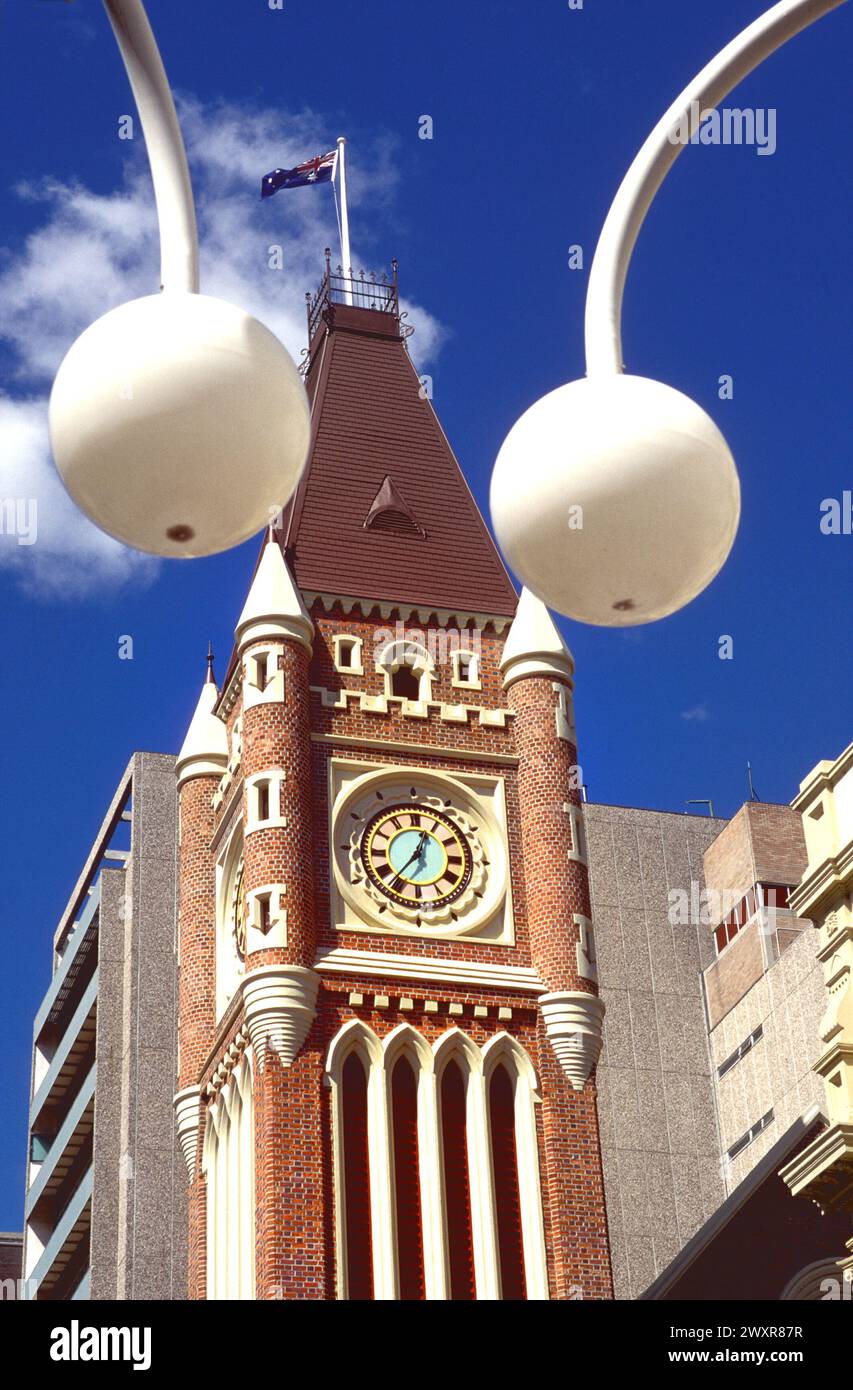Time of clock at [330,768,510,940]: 12:36
